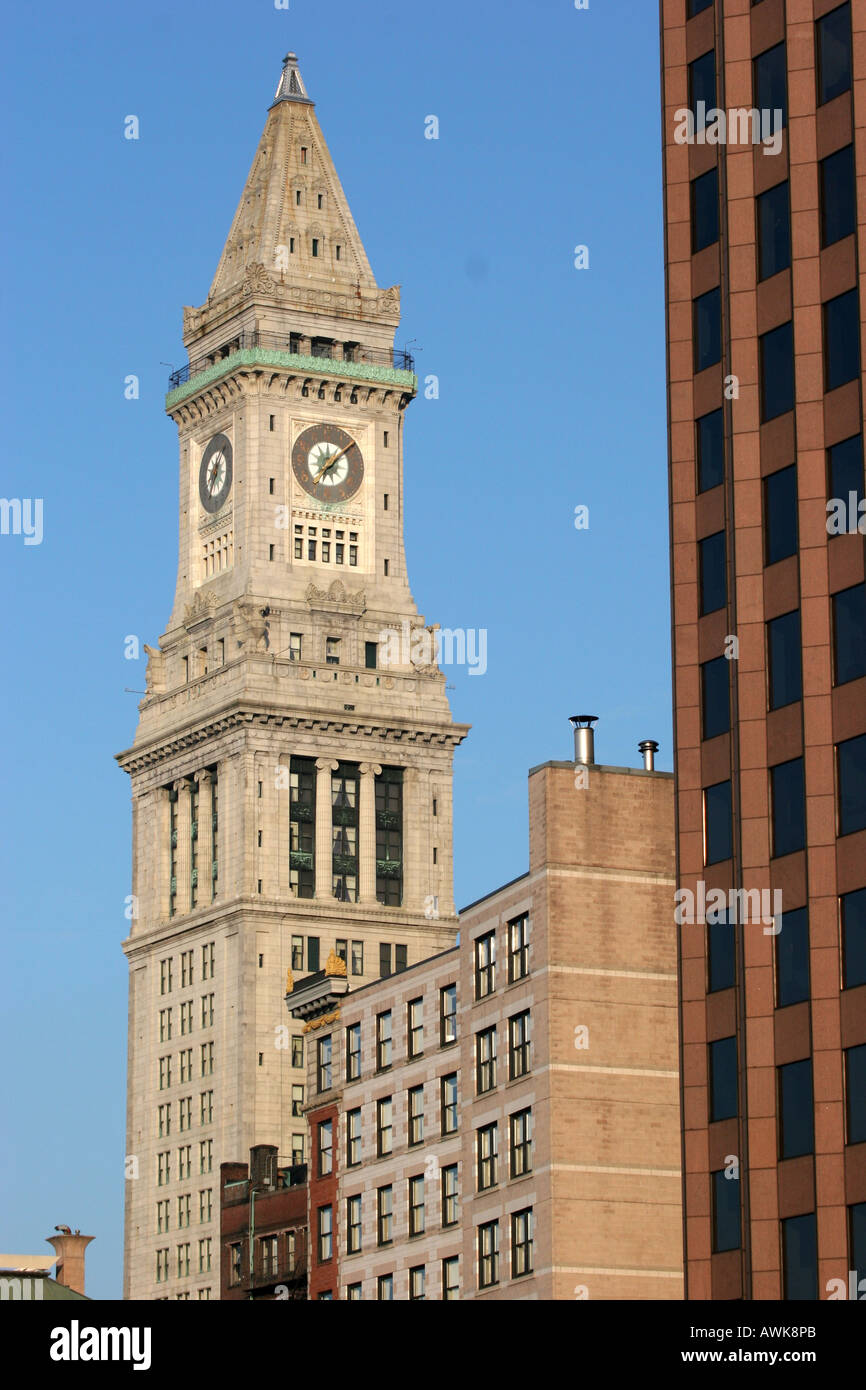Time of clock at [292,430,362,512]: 12:08
